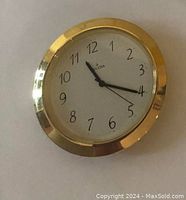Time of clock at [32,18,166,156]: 11:20
